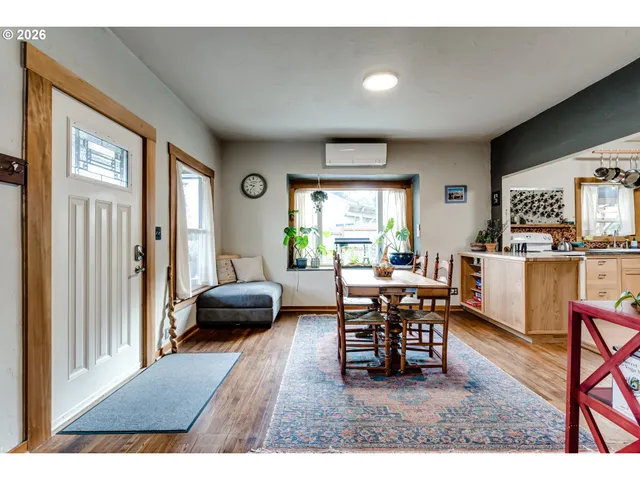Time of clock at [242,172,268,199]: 9:36
